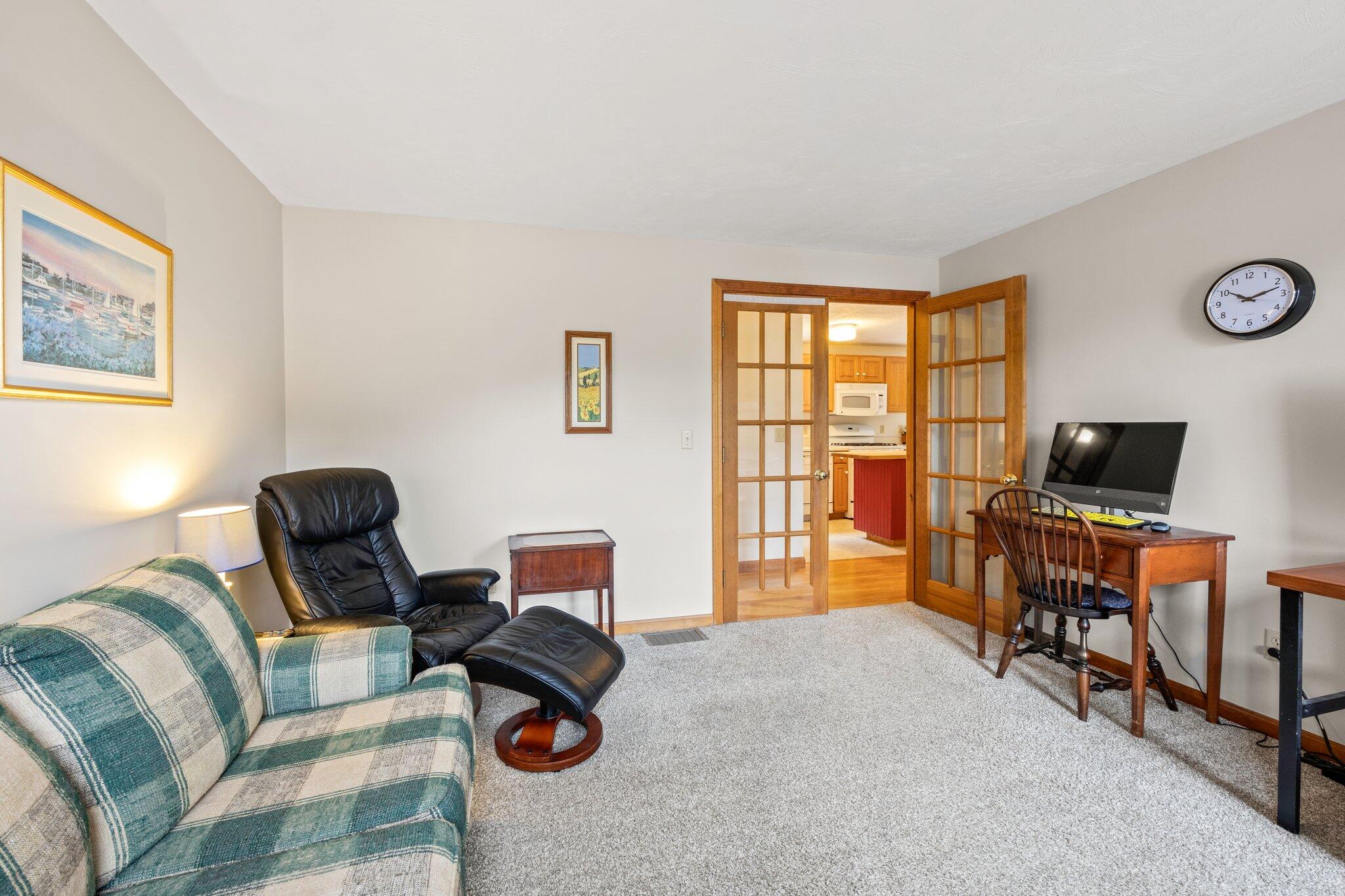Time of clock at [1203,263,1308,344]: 10:12
